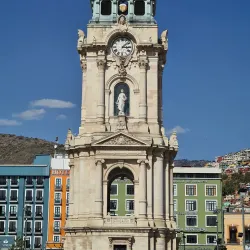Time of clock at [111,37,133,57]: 3:08
